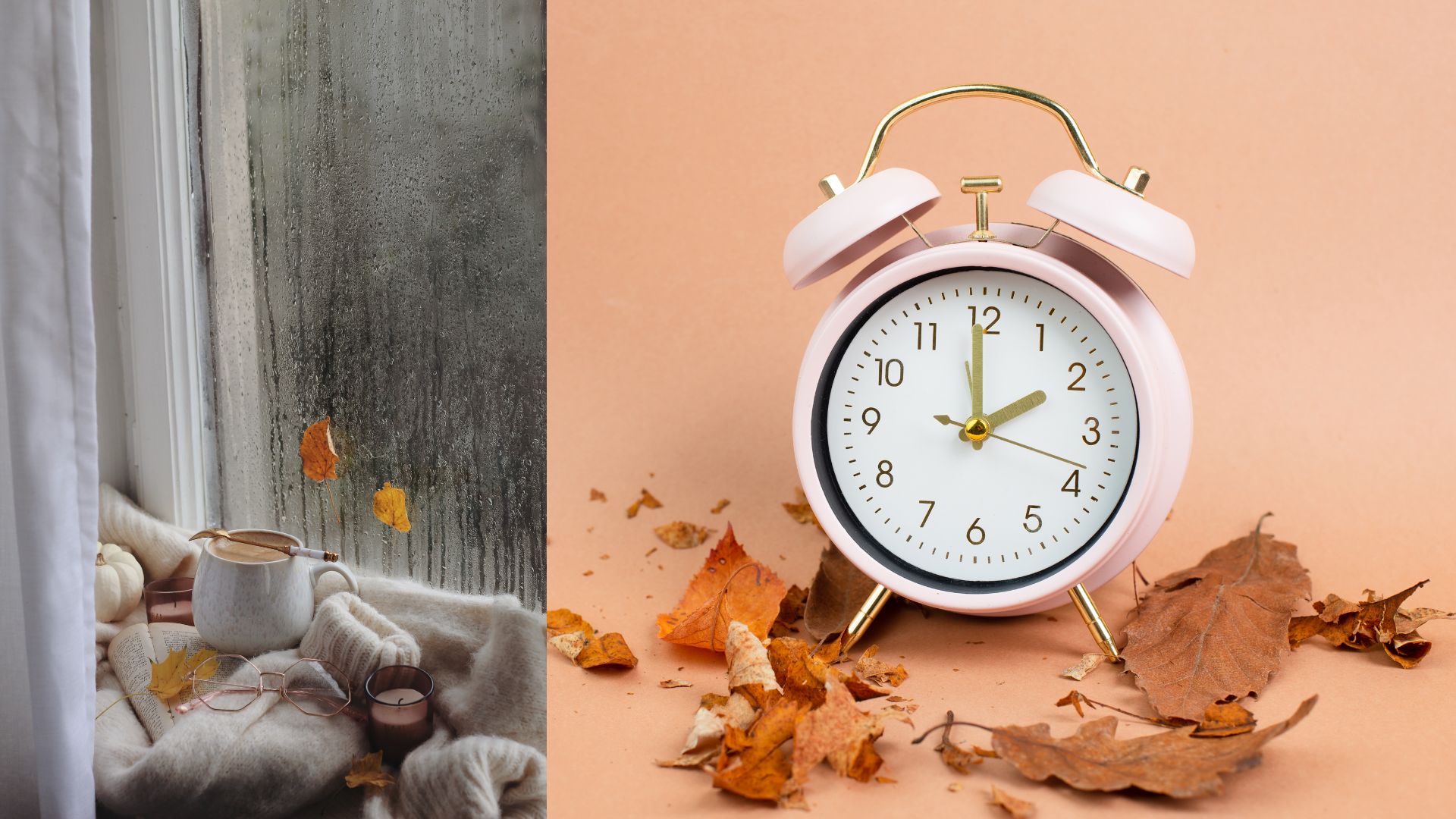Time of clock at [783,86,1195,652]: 1:59
